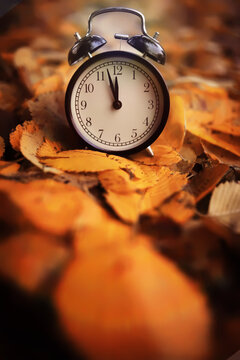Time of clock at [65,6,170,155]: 11:57
